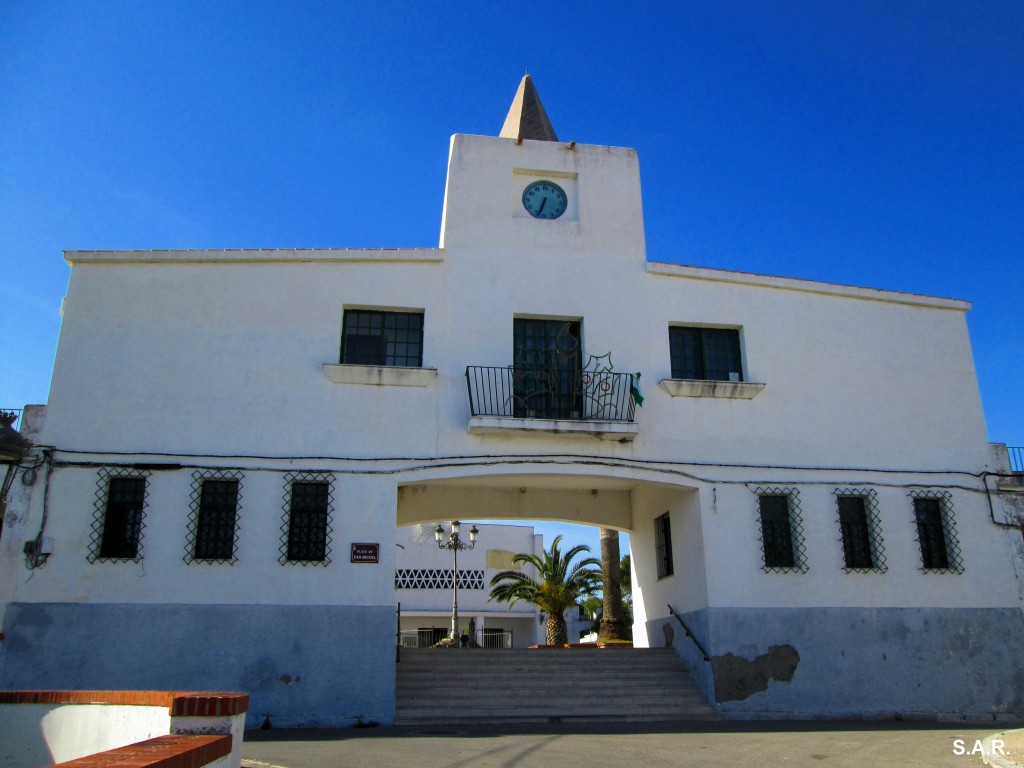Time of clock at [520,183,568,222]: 6:33
